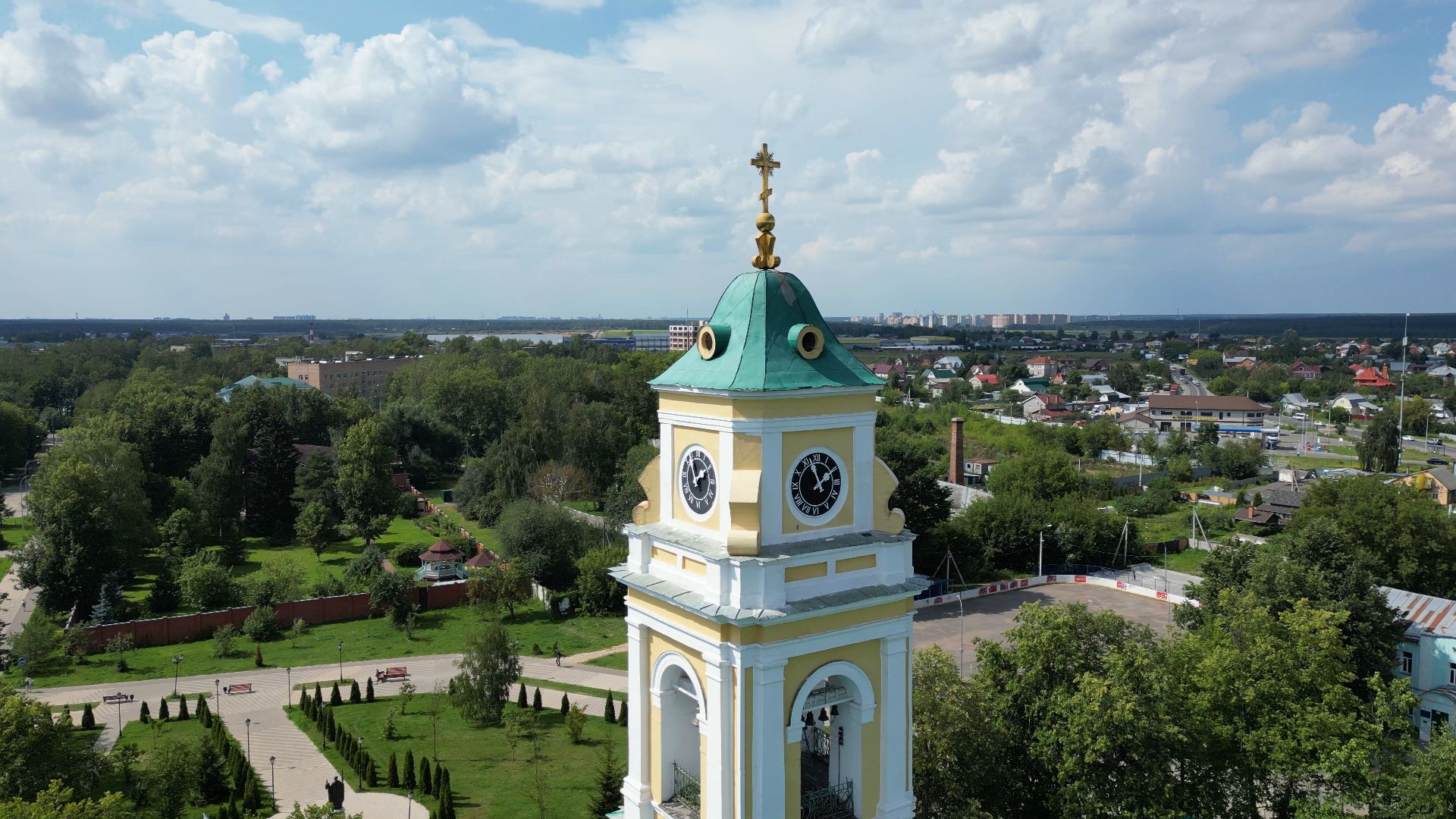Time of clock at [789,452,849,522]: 1:57
